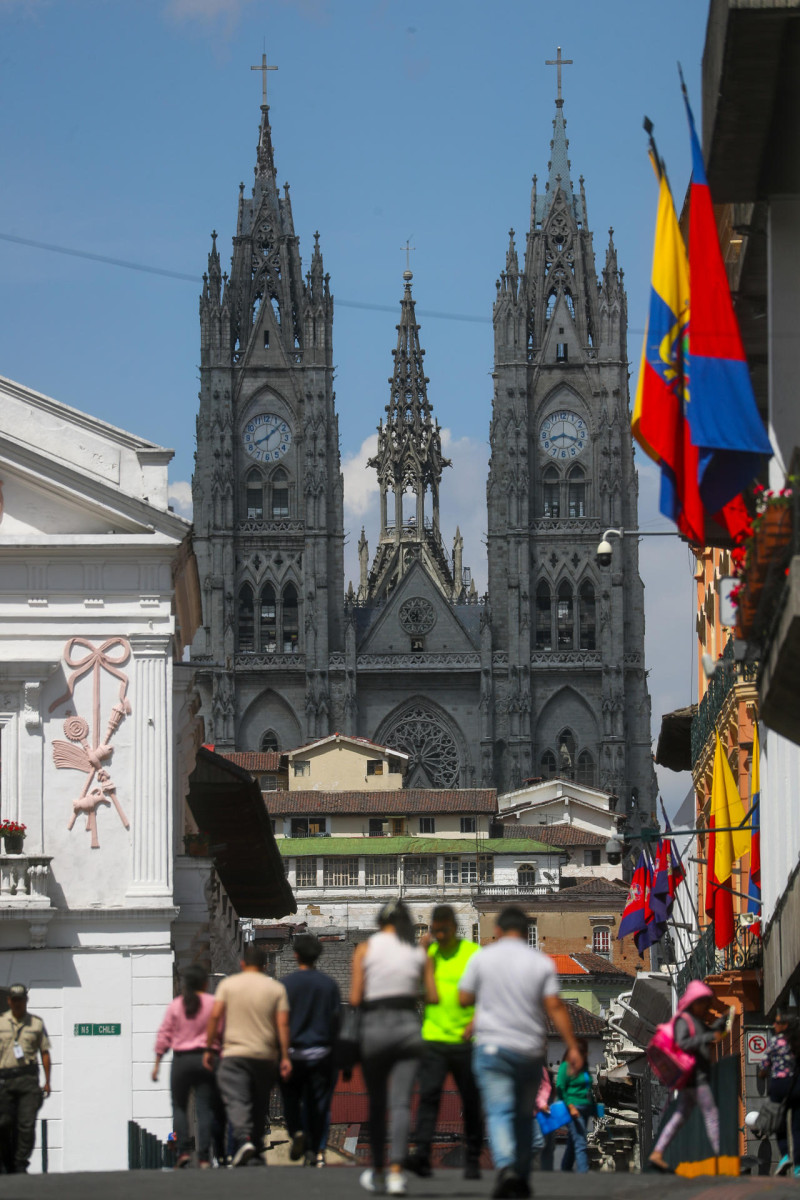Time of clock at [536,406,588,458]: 8:18
